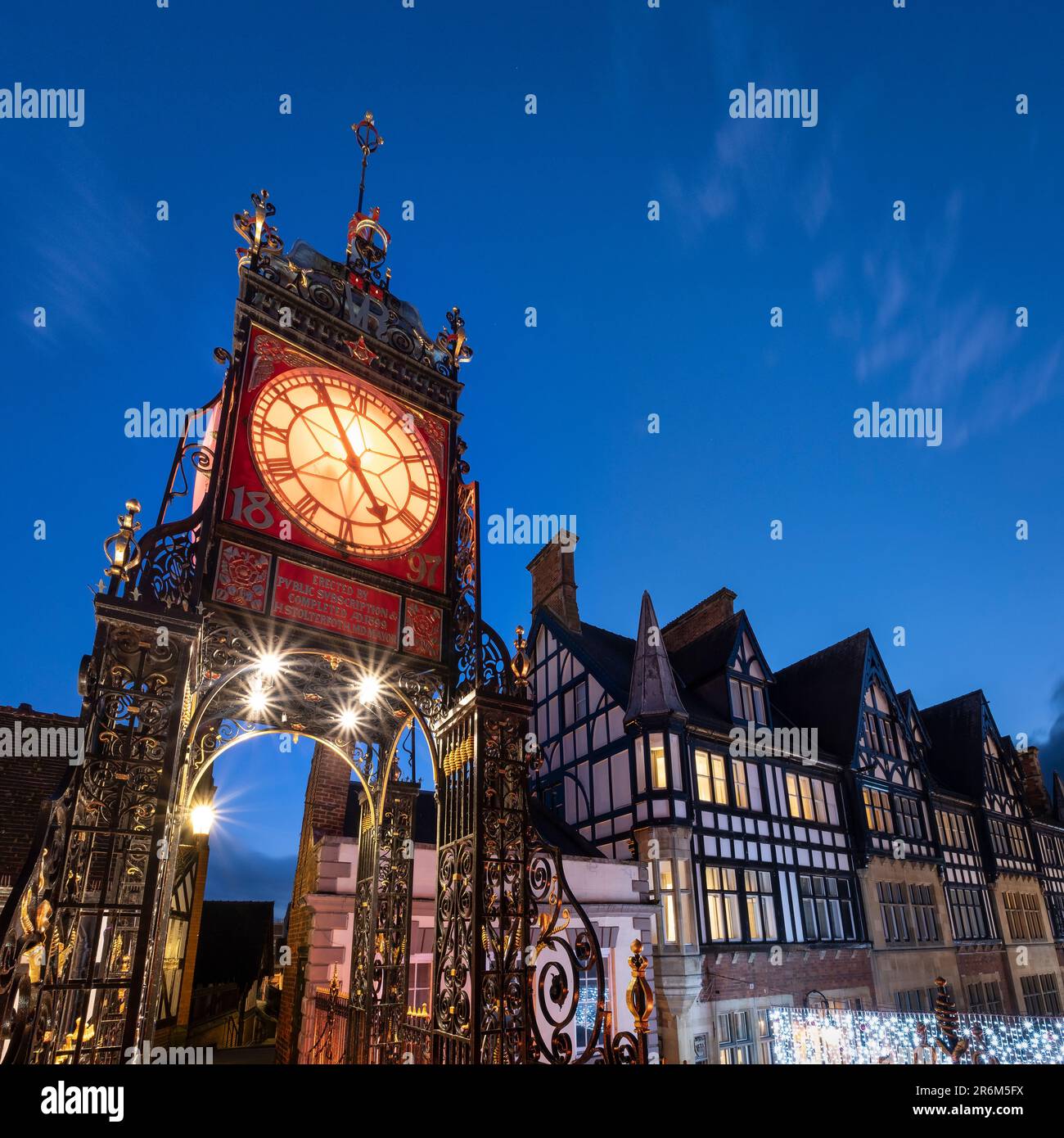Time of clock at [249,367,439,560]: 4:55
